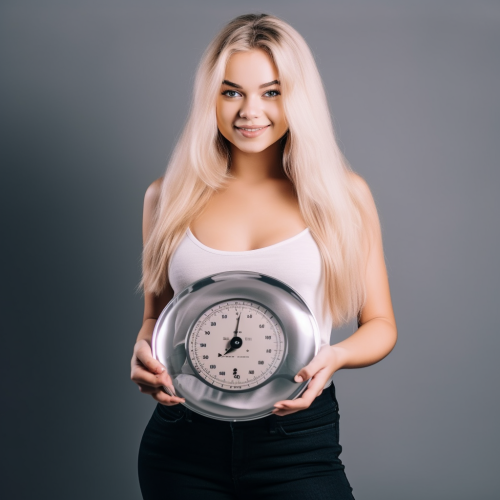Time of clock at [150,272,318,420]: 7:01
